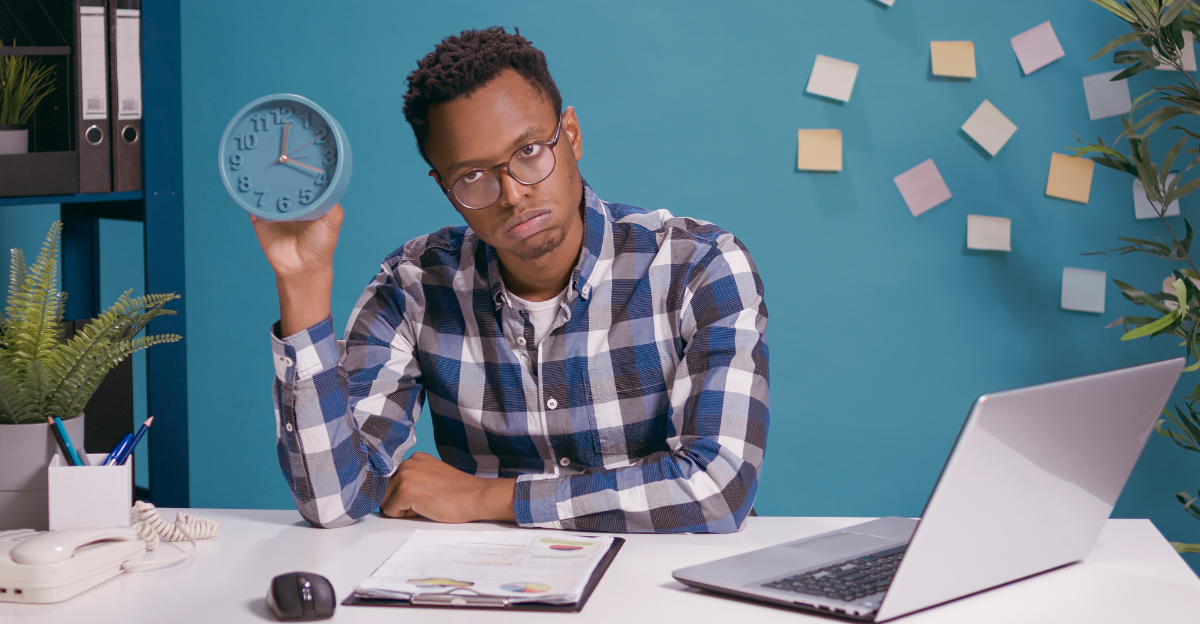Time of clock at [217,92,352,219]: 12:18
